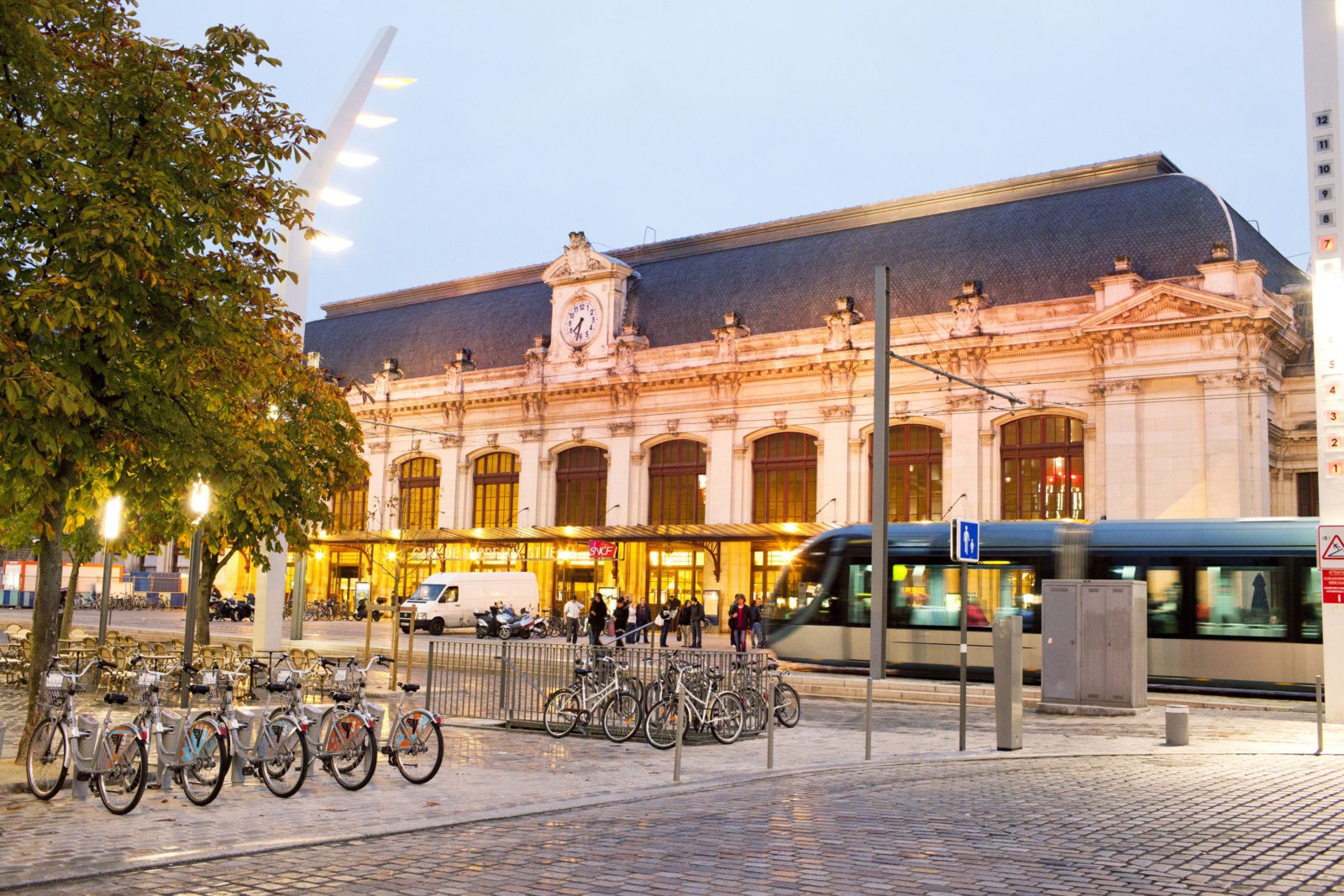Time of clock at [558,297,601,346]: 7:32
